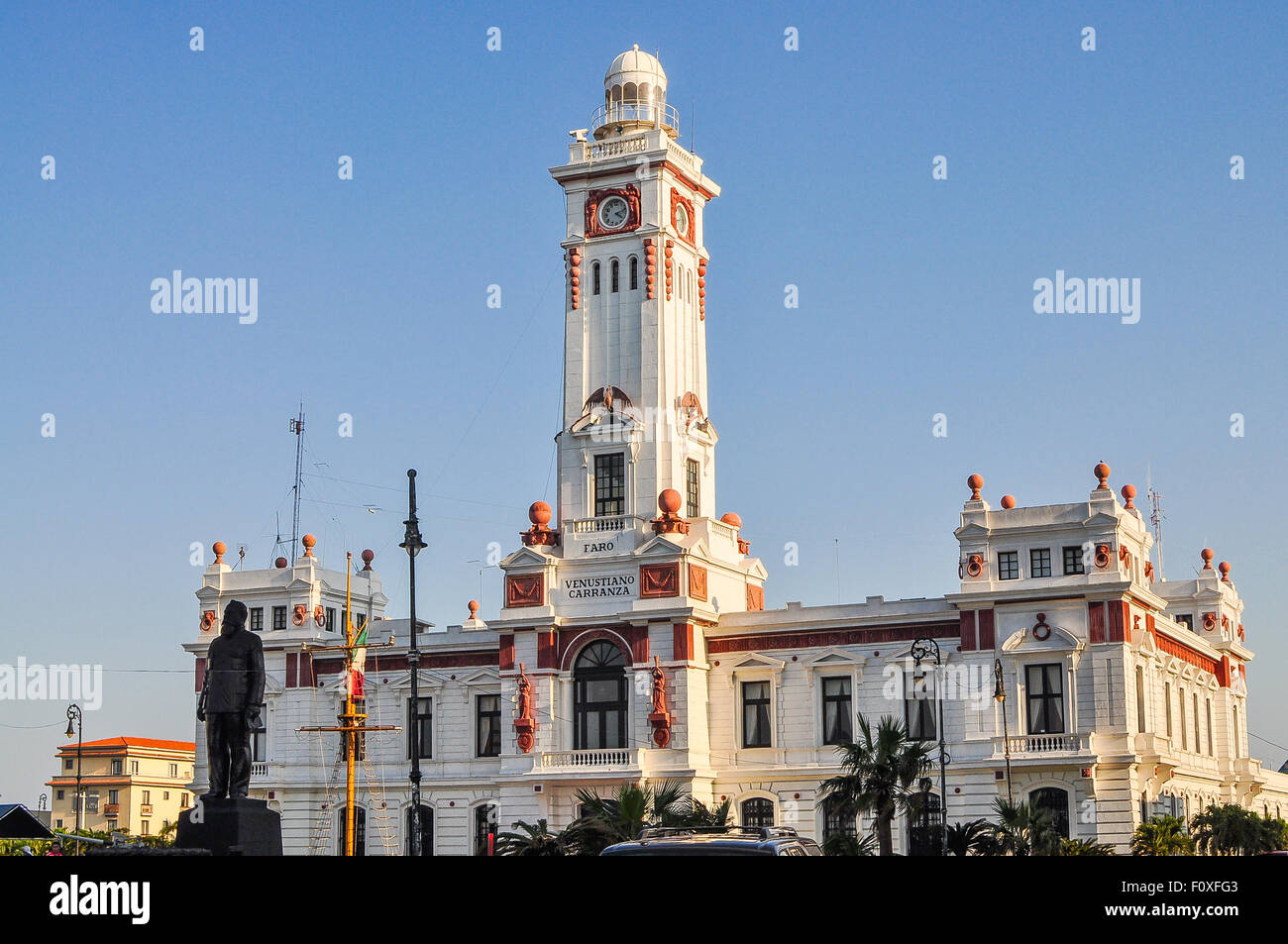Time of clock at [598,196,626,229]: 4:12
